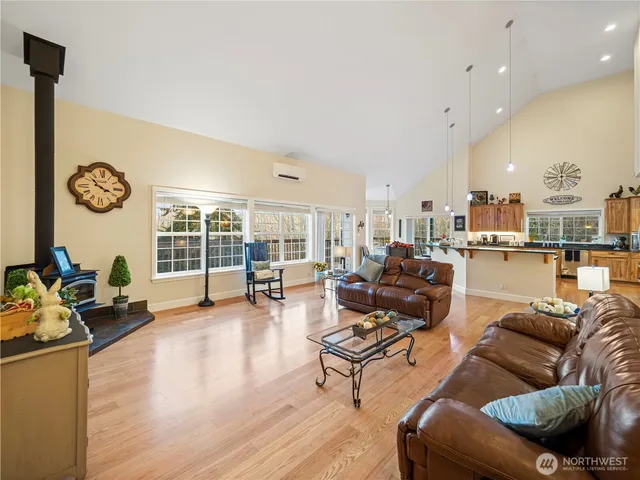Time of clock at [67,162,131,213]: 3:52
